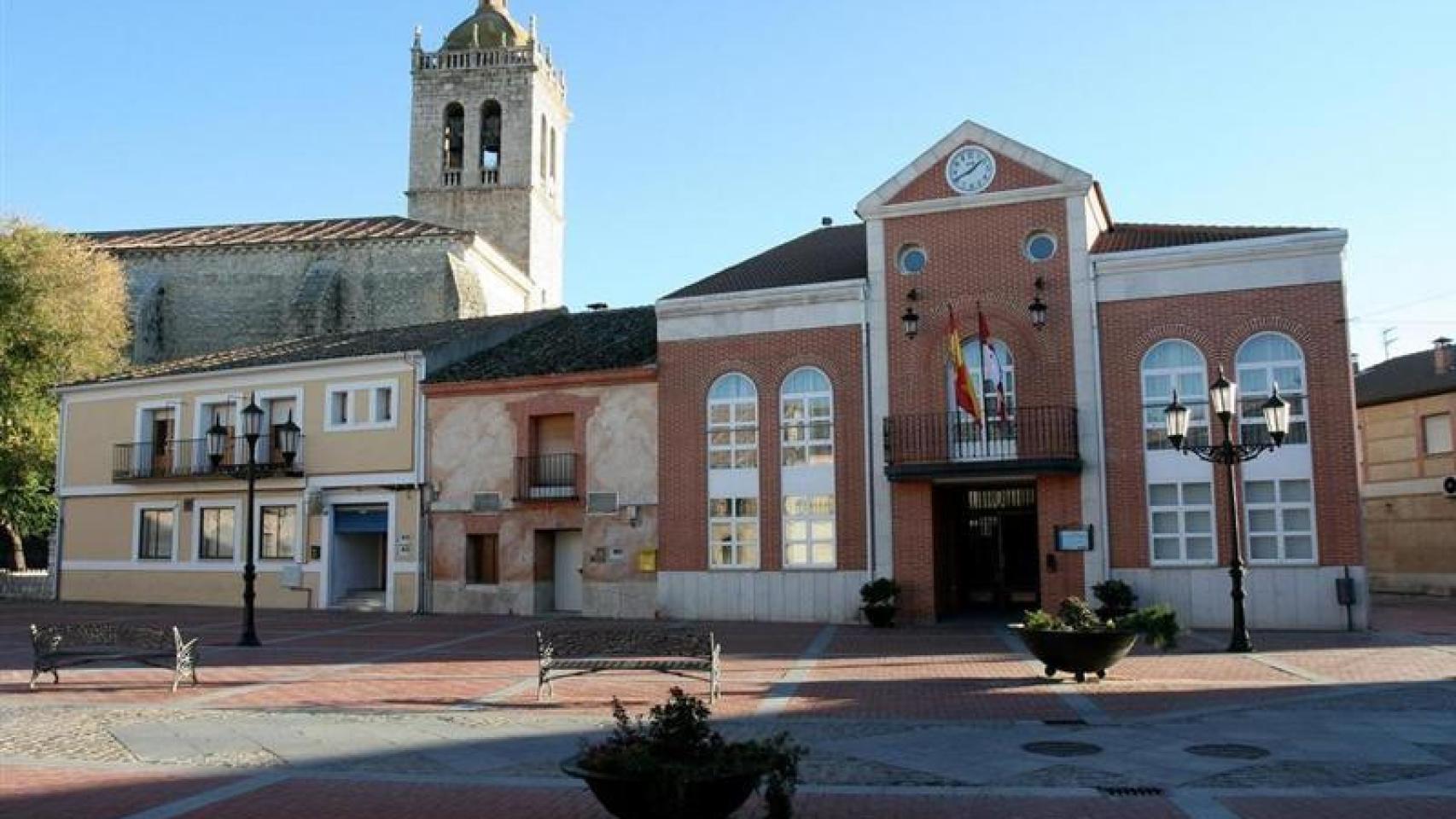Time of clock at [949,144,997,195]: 8:07
